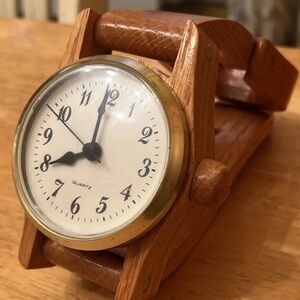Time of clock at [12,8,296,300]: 7:59
